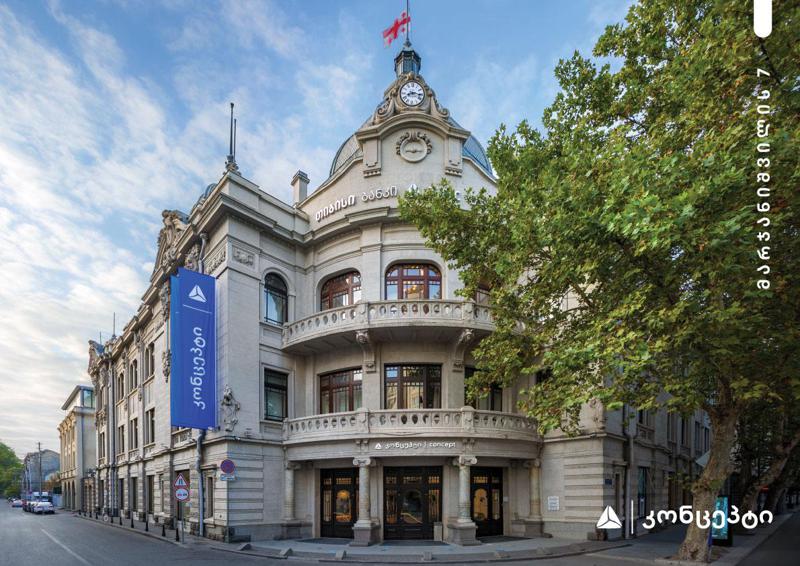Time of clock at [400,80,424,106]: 8:16
